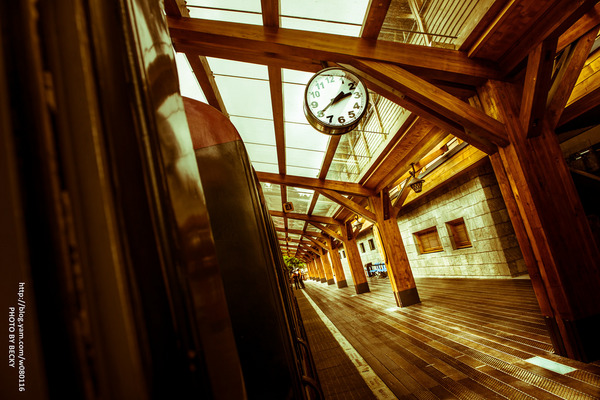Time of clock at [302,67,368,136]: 2:40
